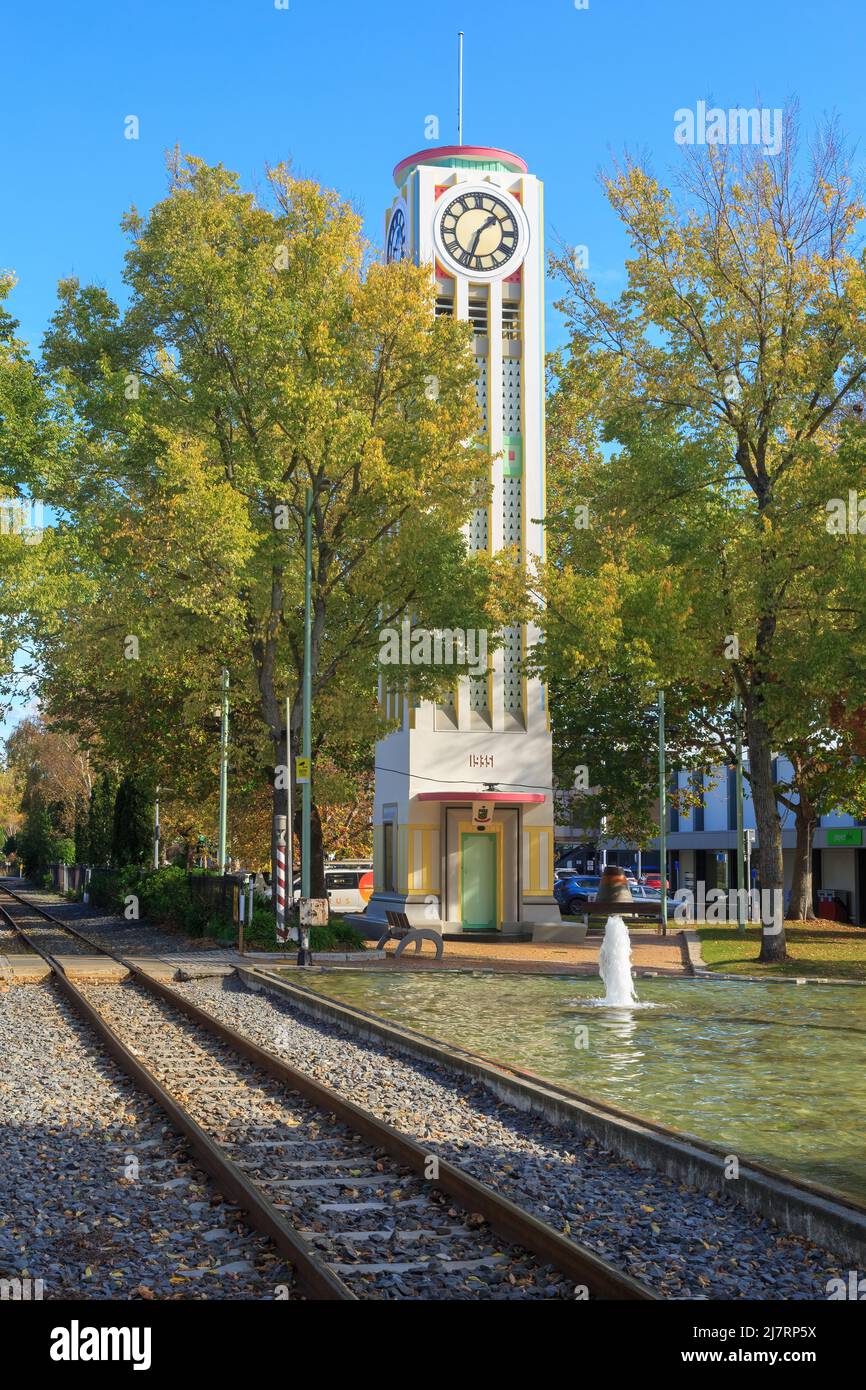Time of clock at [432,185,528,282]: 1:33
